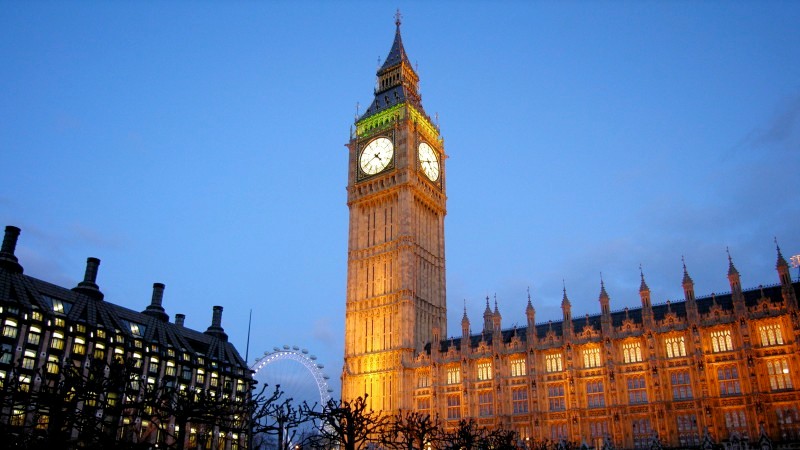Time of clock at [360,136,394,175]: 4:40
